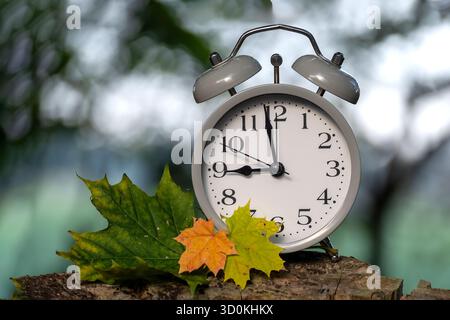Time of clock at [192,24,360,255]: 8:58
